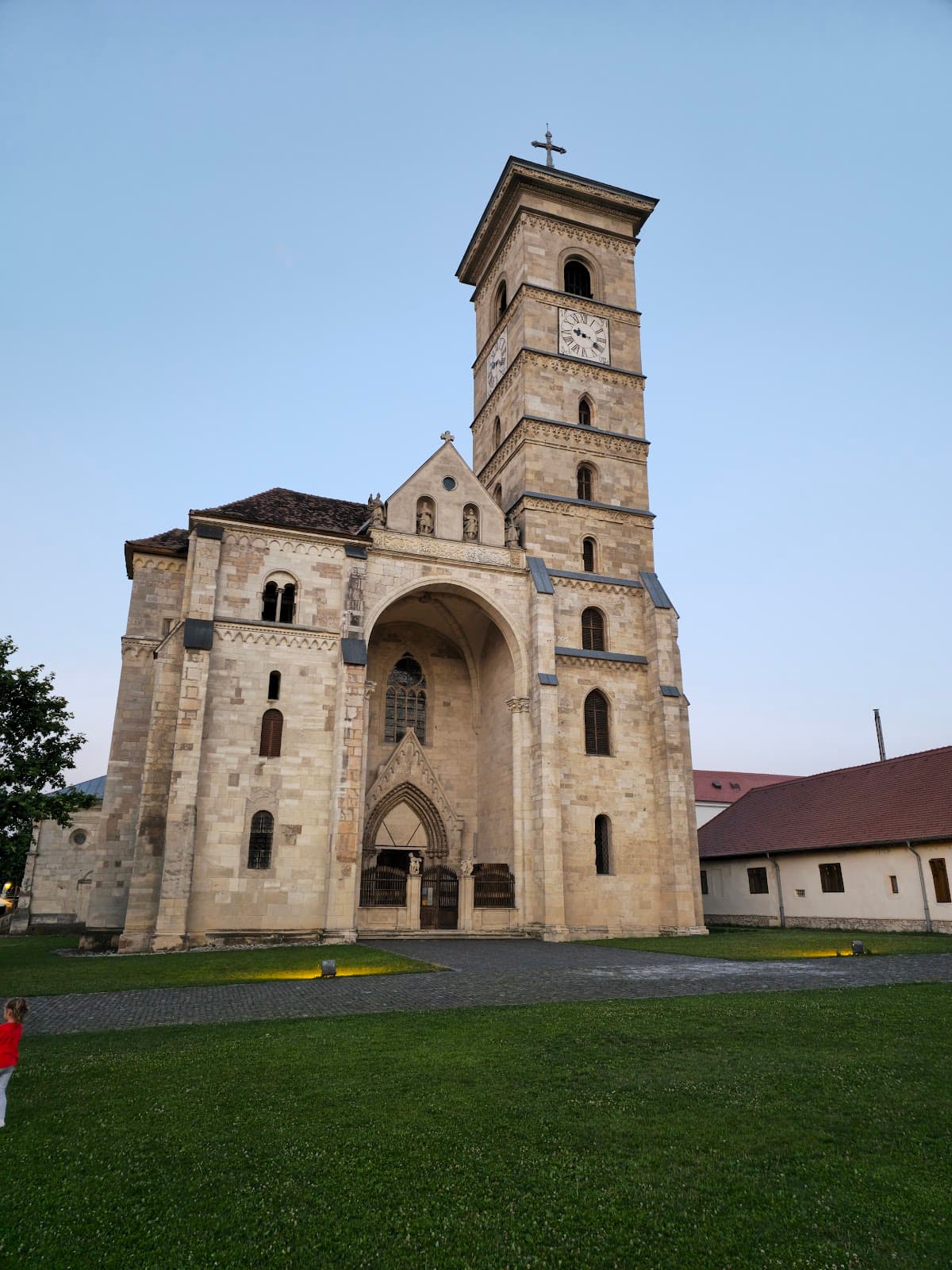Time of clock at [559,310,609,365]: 9:20
